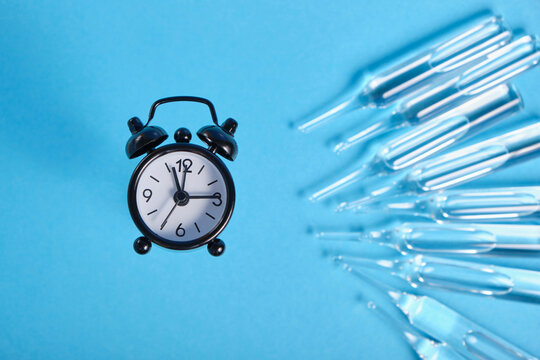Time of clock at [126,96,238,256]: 11:14
